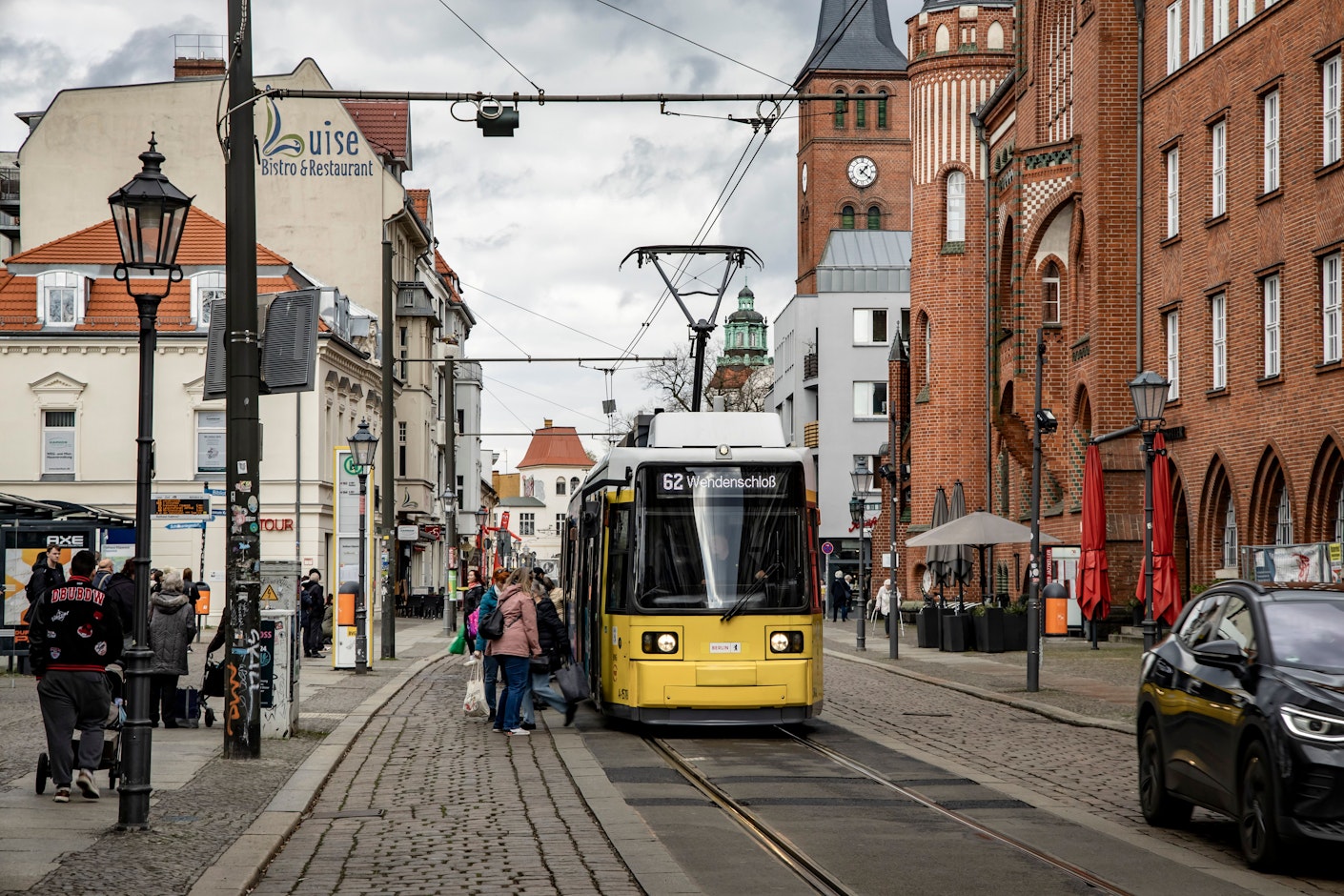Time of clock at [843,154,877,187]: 1:21
